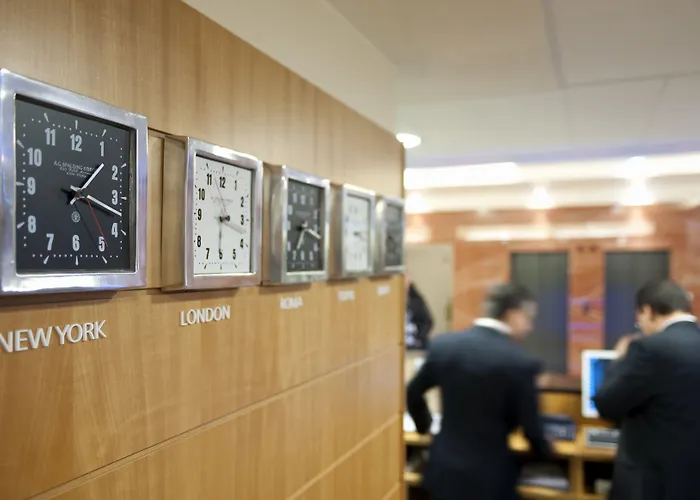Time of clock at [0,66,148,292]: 1:18
